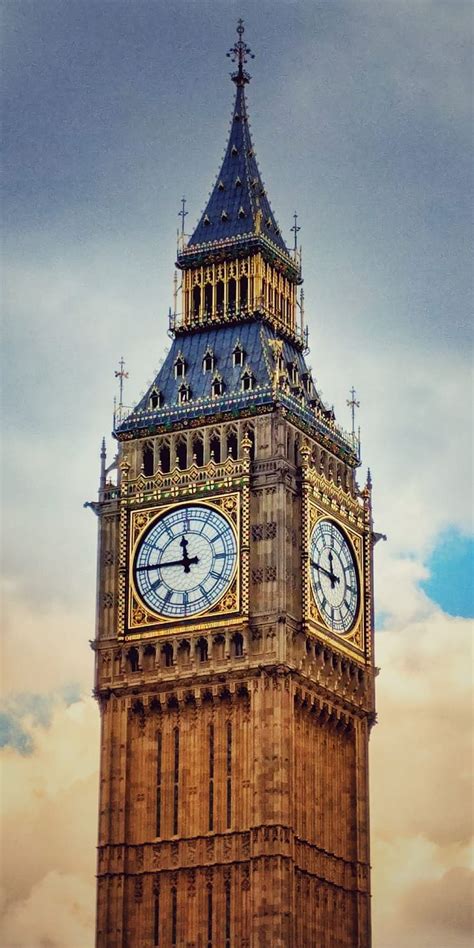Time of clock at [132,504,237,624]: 11:44
